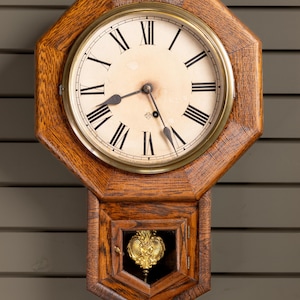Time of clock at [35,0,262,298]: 8:26
